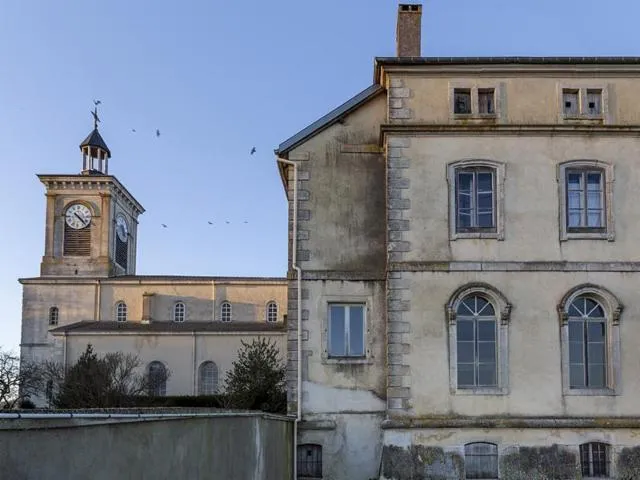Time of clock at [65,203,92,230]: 4:22
